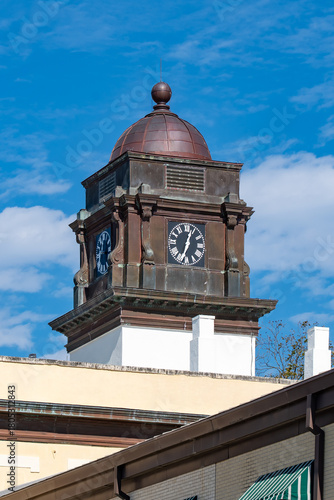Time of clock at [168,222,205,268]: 7:03
